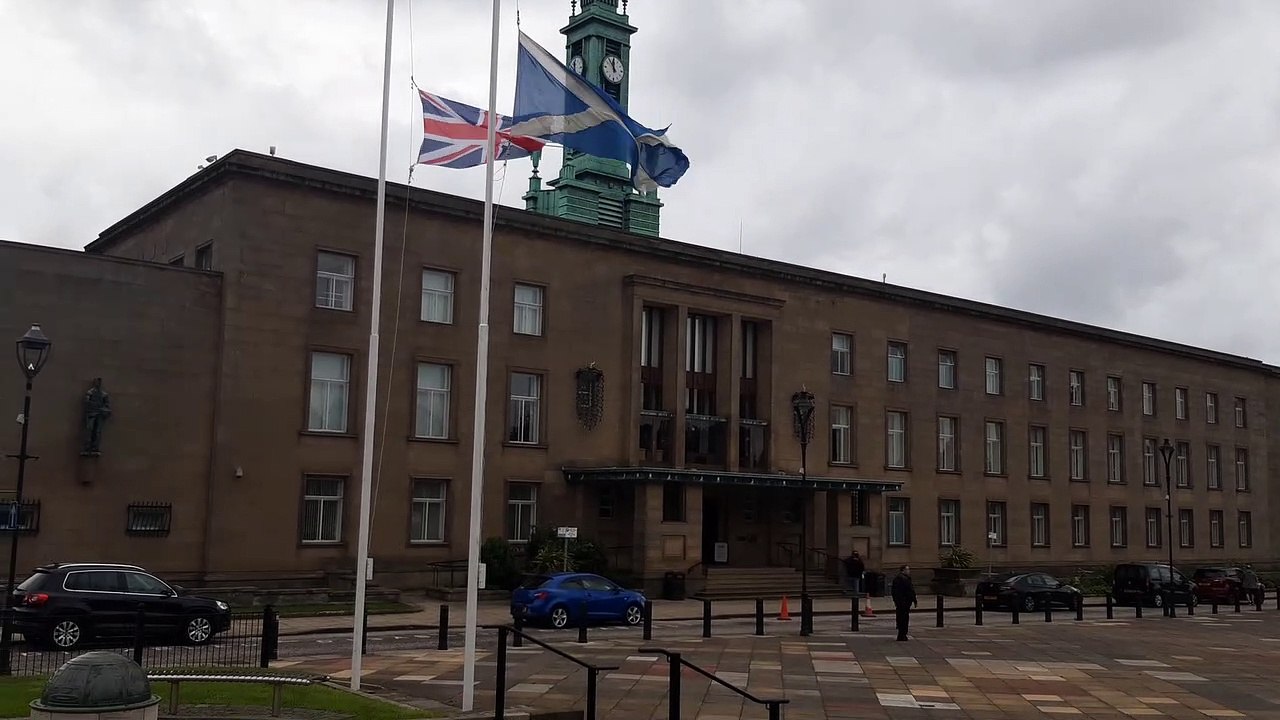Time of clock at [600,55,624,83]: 11:53
